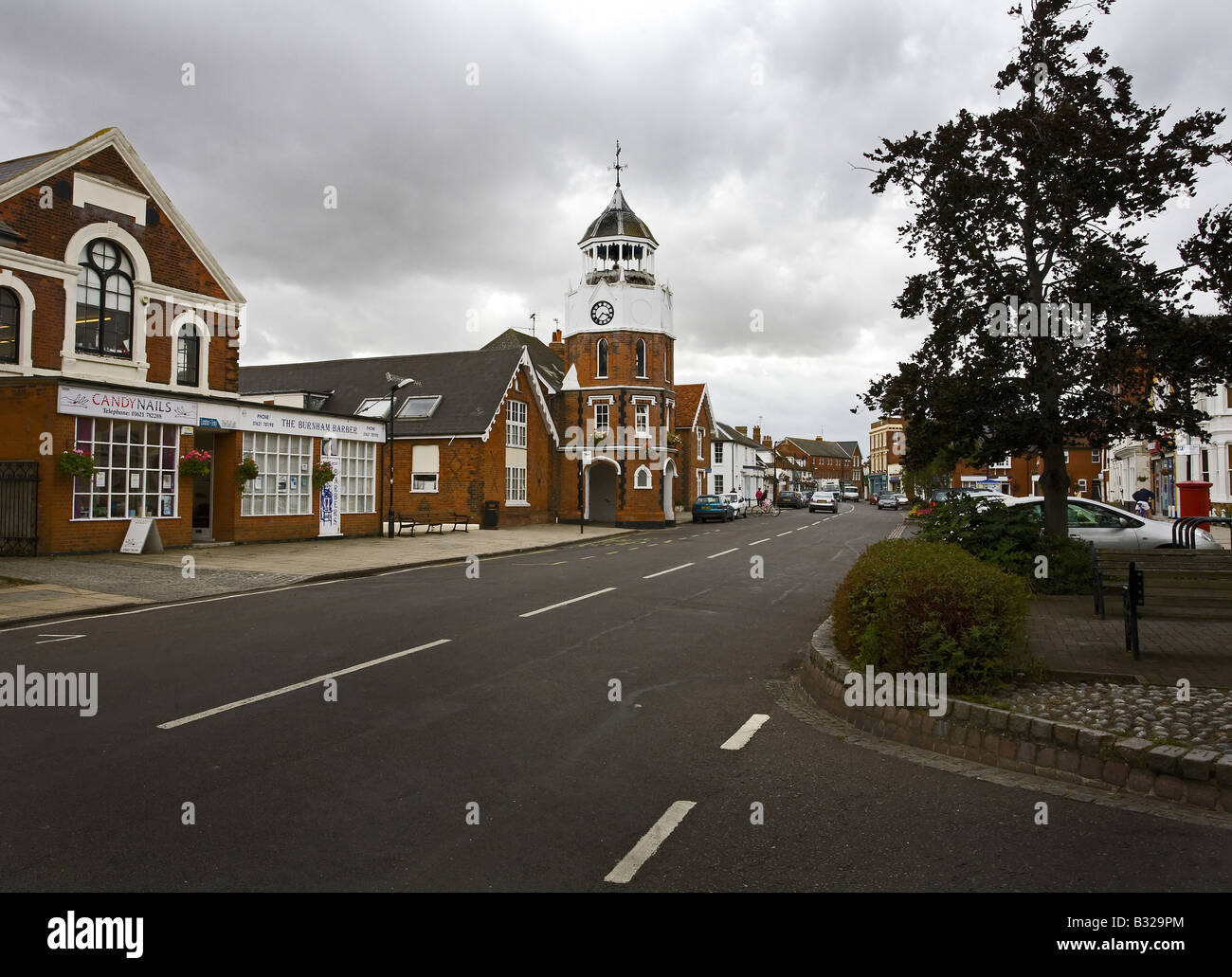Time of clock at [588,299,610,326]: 3:36
